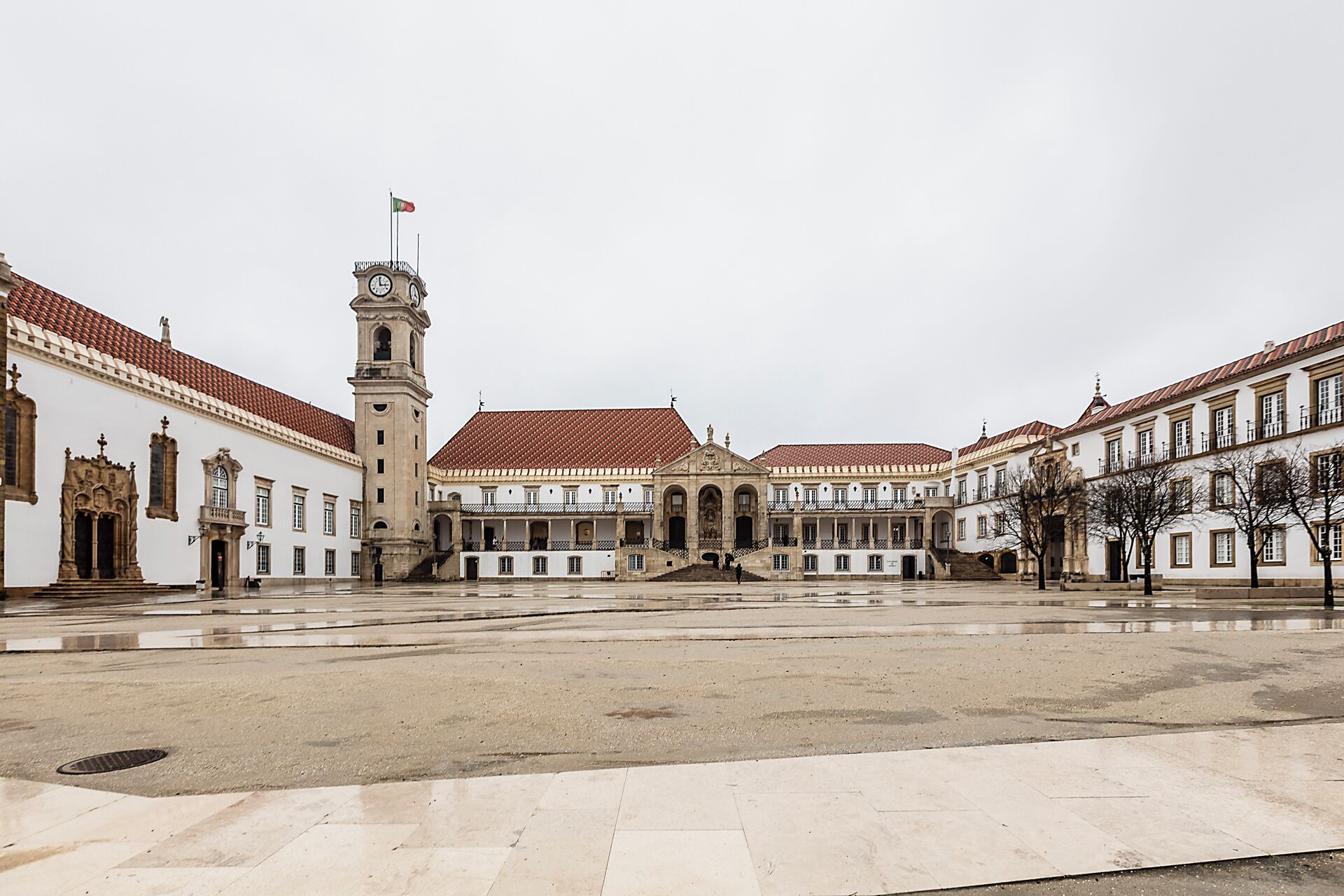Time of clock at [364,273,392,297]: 2:58
